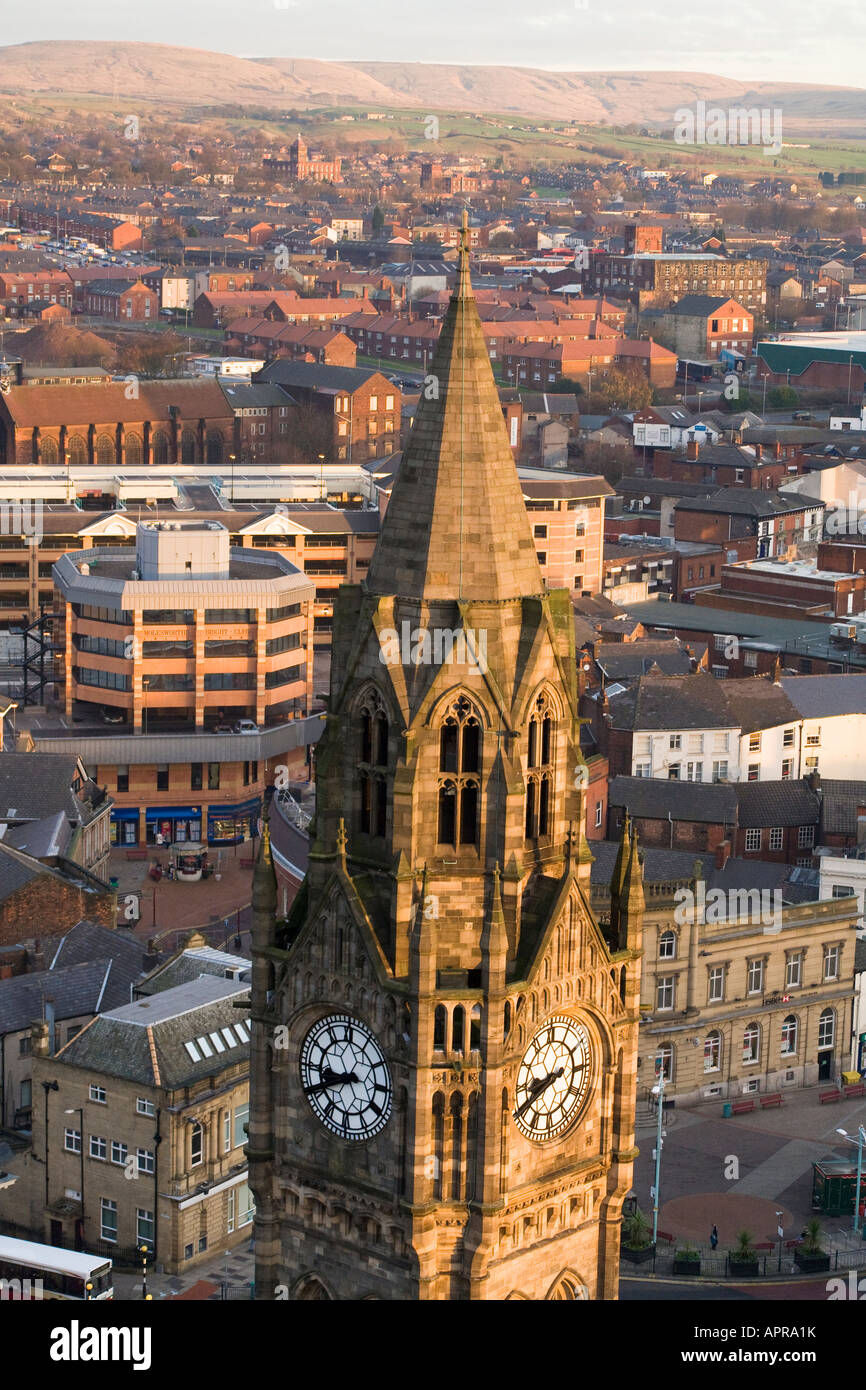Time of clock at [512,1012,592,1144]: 8:40
